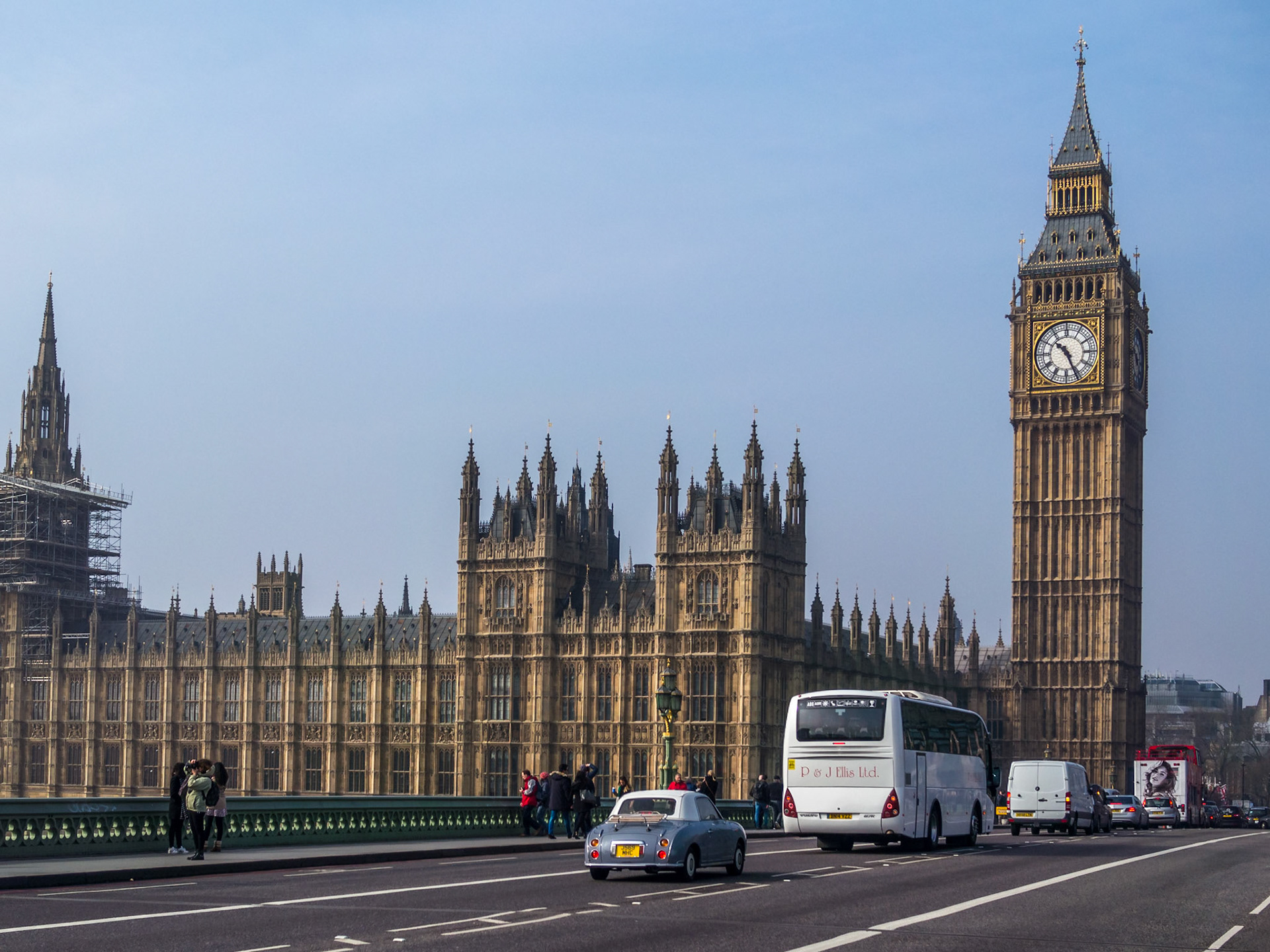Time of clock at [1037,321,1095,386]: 10:26
